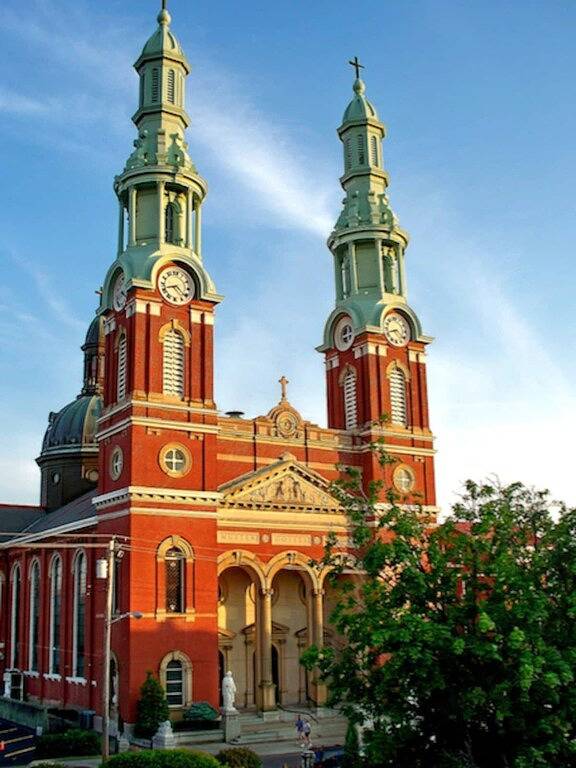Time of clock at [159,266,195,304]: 8:21
